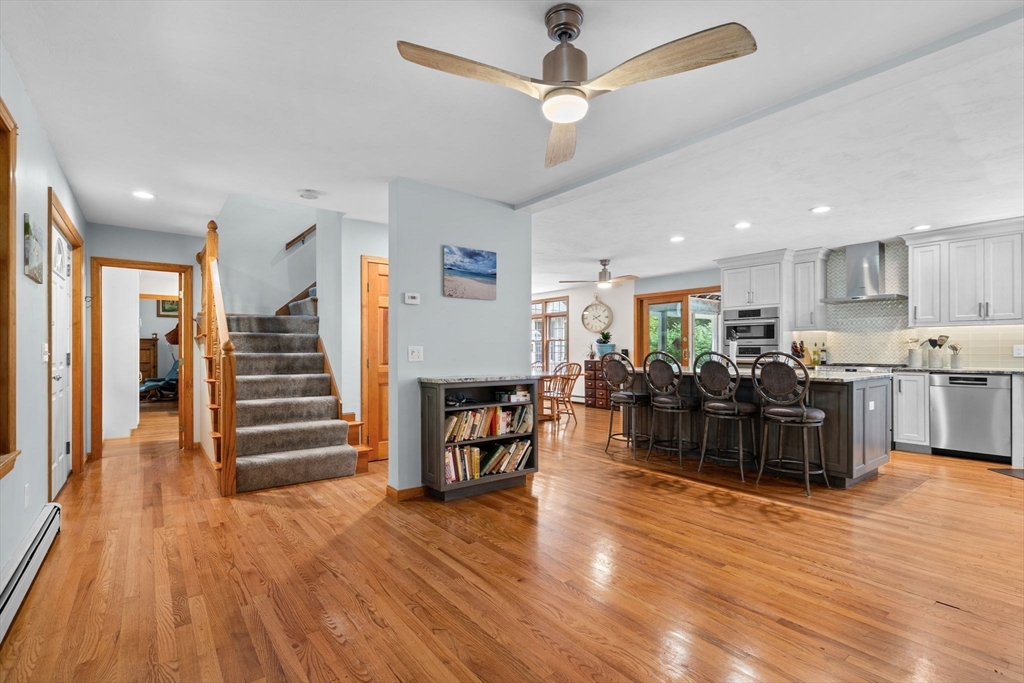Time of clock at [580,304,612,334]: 2:21
